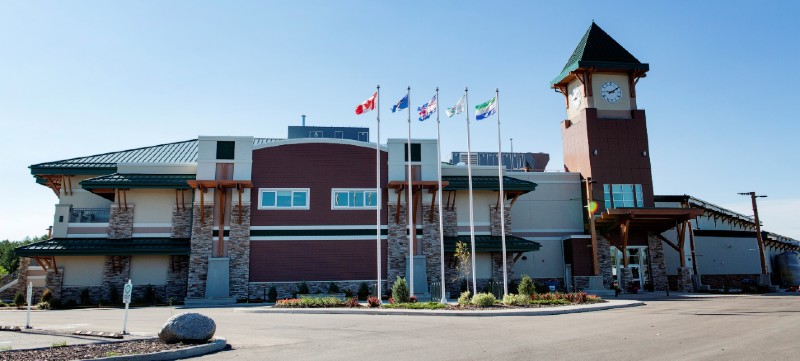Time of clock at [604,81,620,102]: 9:10
